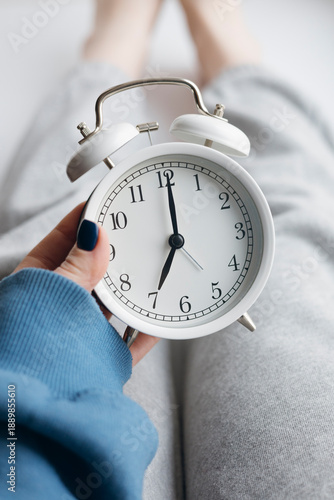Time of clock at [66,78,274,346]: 7:00
